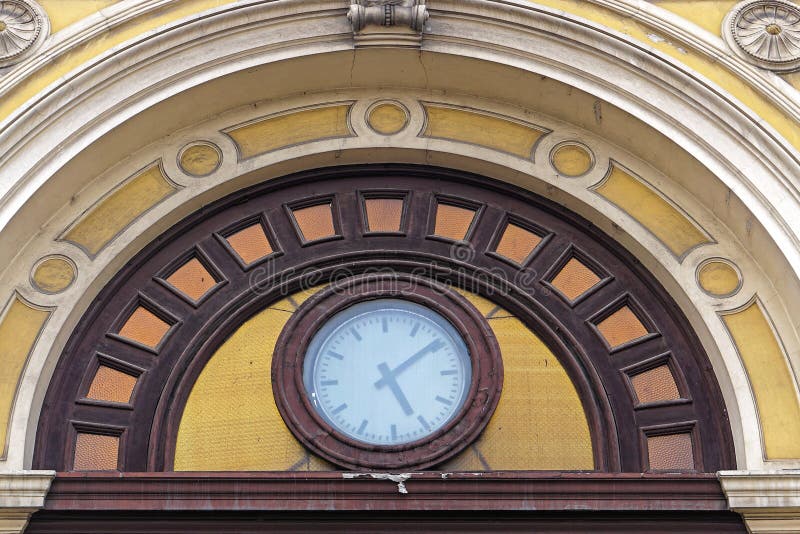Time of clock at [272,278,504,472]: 5:09
